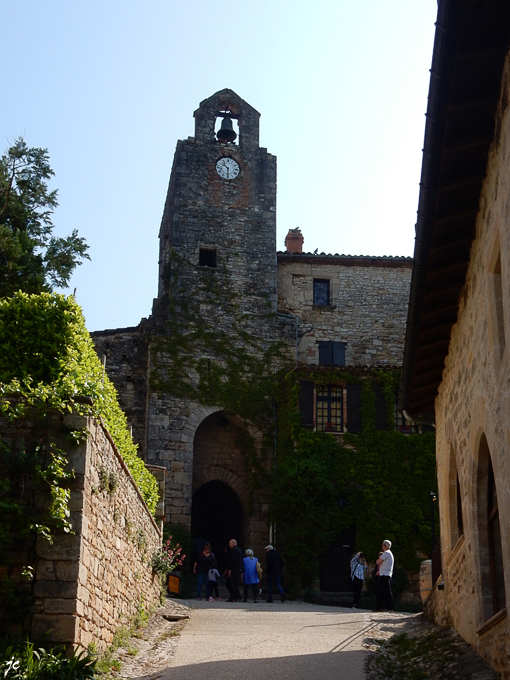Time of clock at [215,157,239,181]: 10:30
